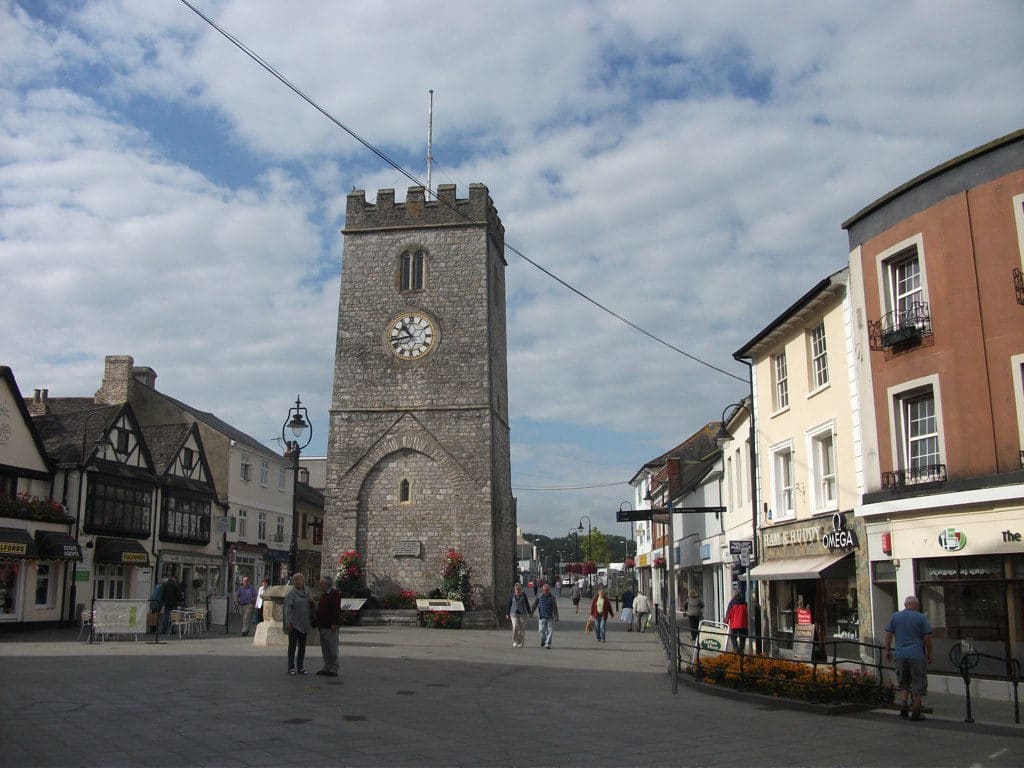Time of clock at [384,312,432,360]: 10:42
